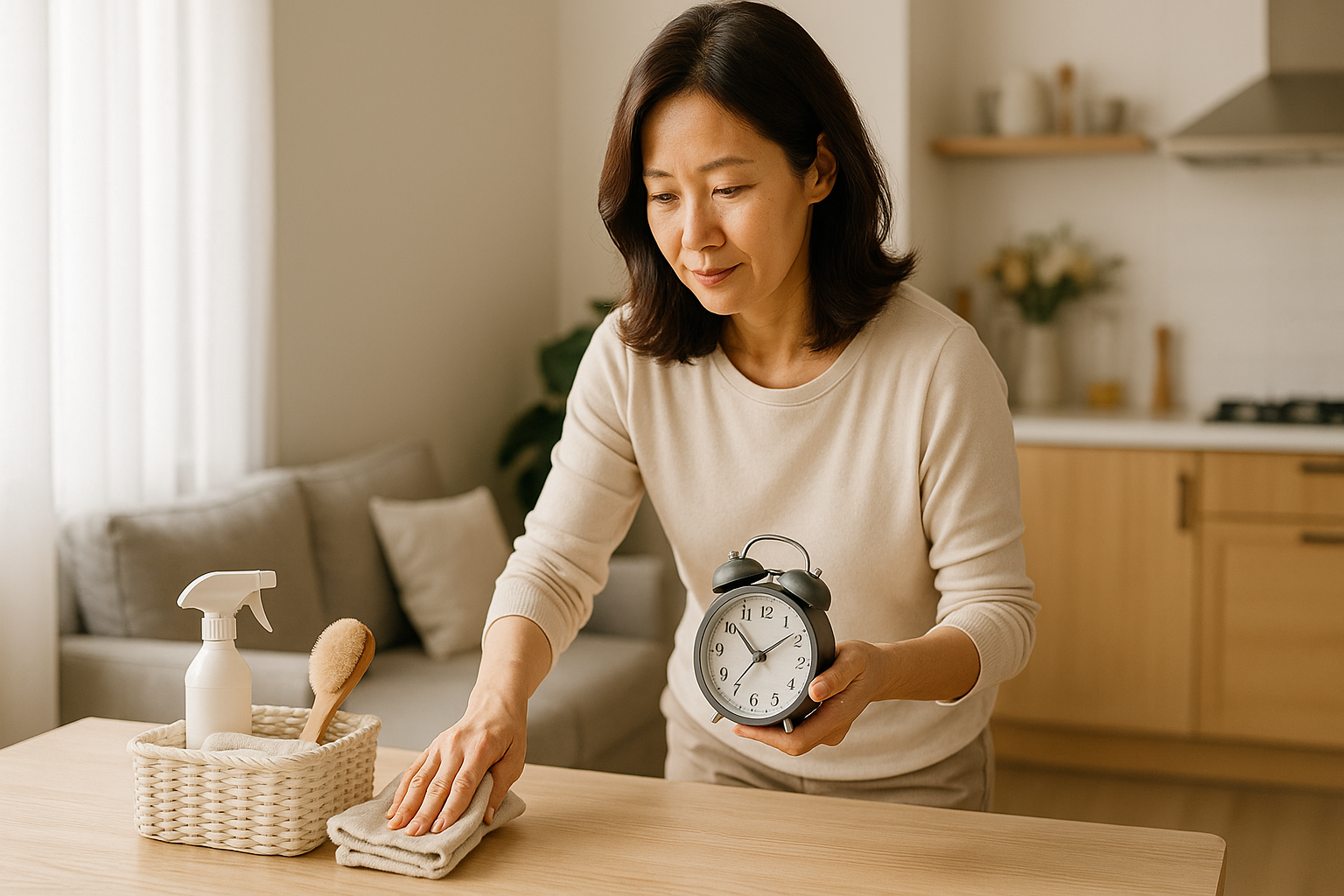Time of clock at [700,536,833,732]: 1:51
